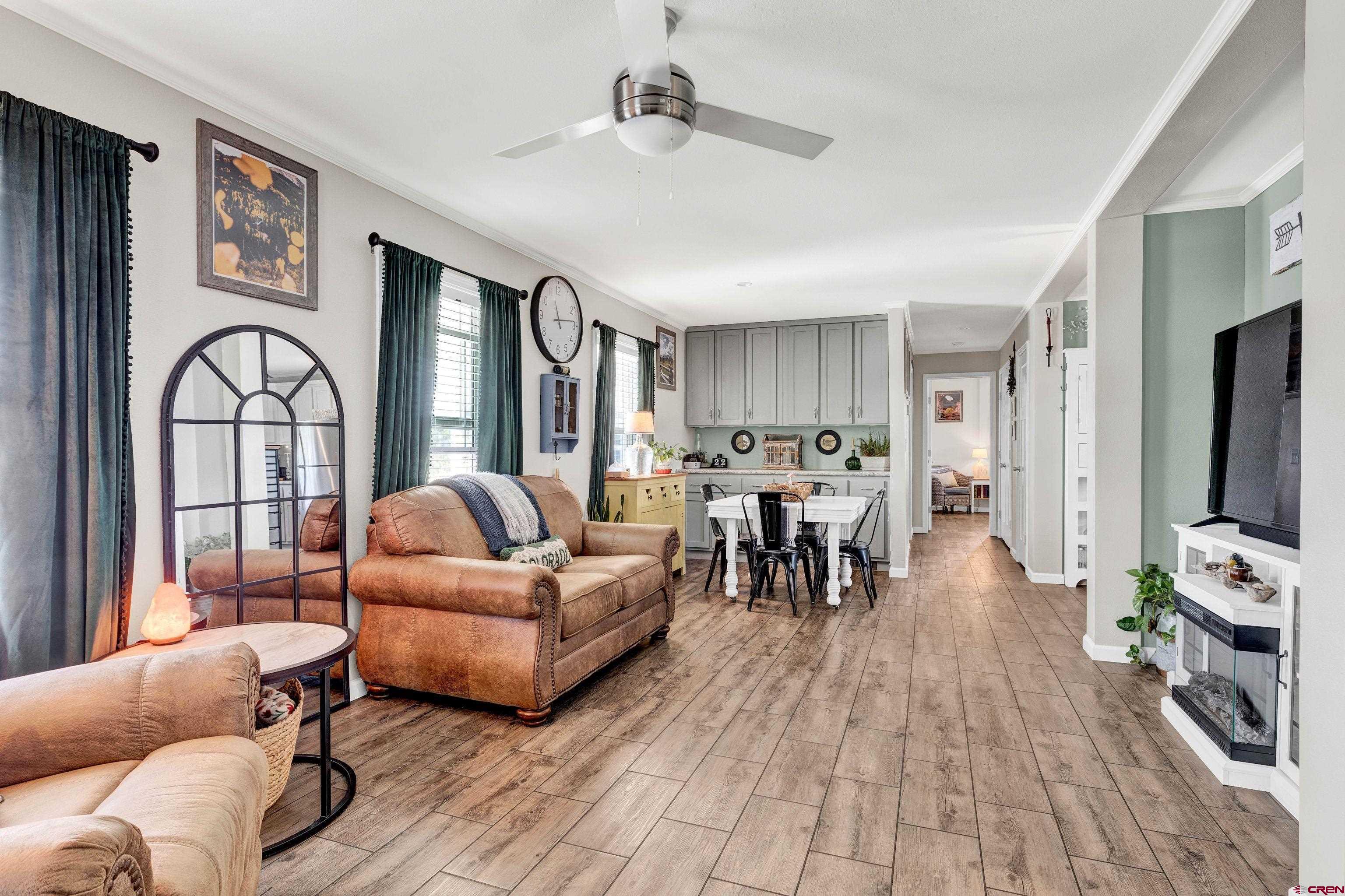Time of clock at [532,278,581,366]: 11:13
